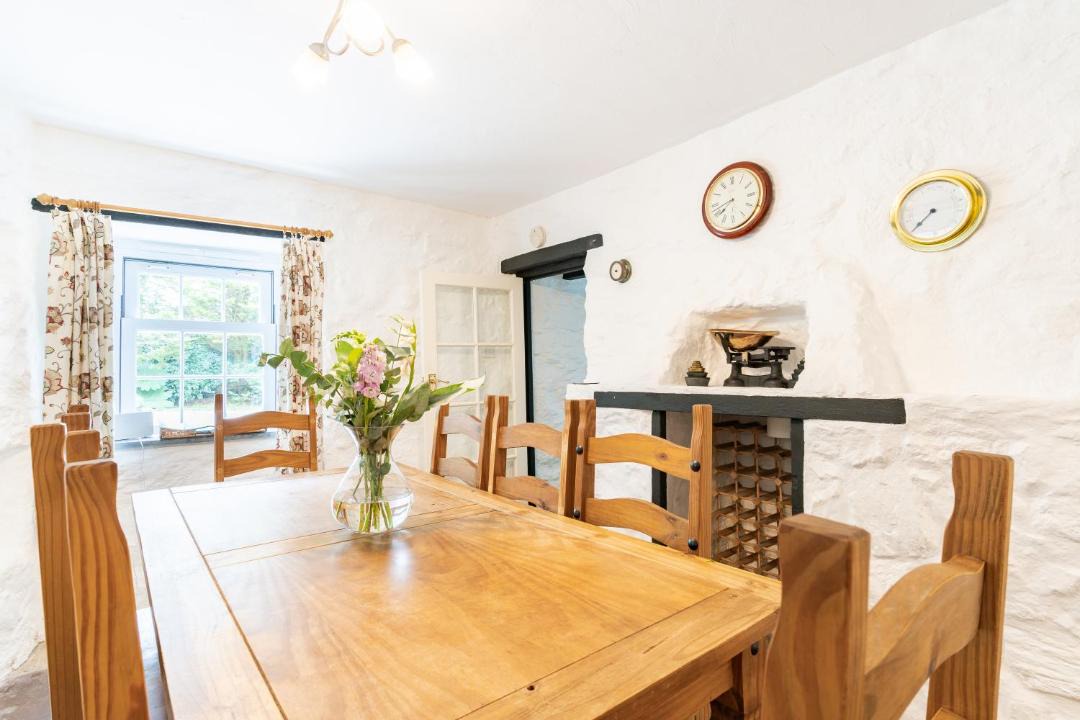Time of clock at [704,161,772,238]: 7:42
